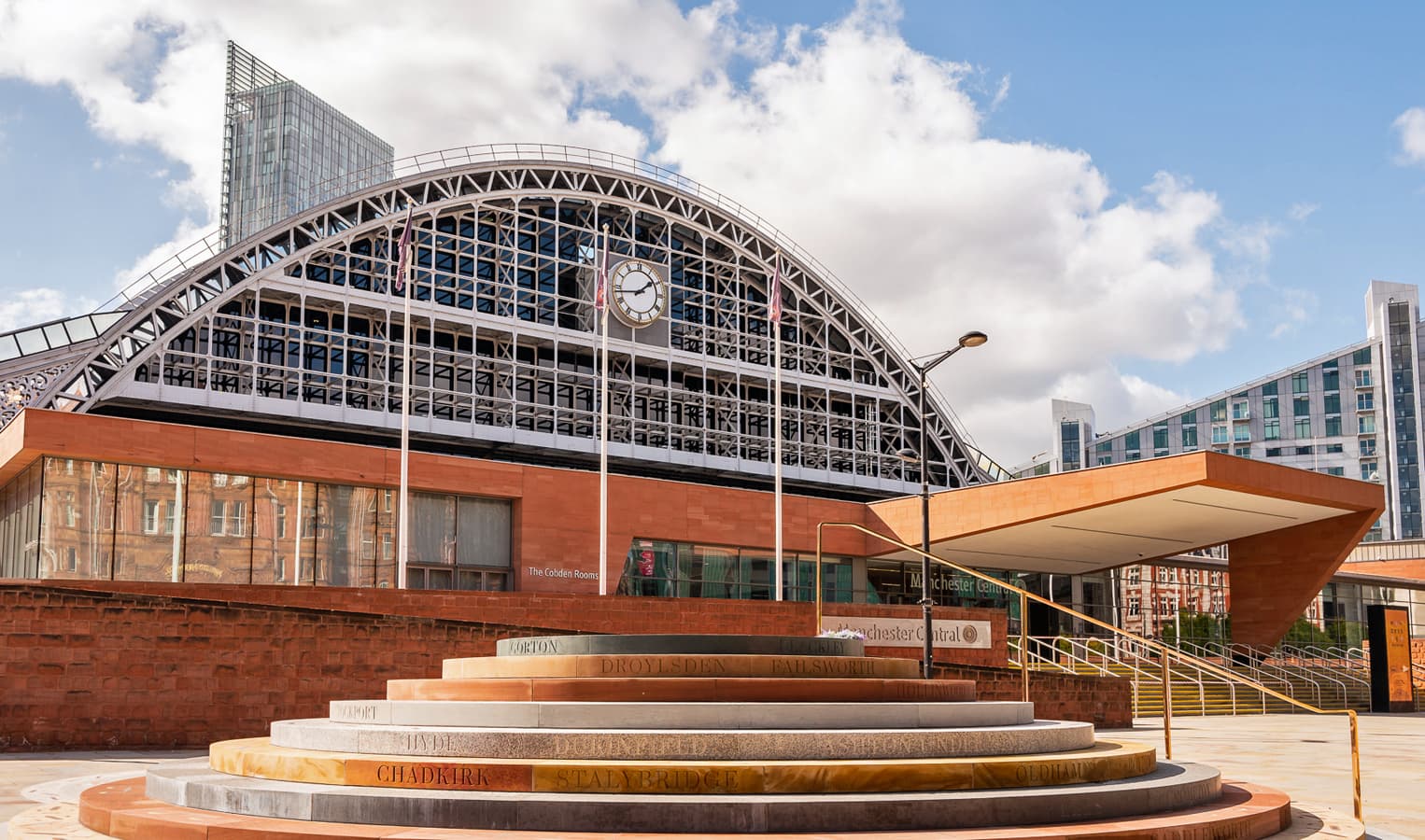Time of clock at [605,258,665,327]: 1:43
